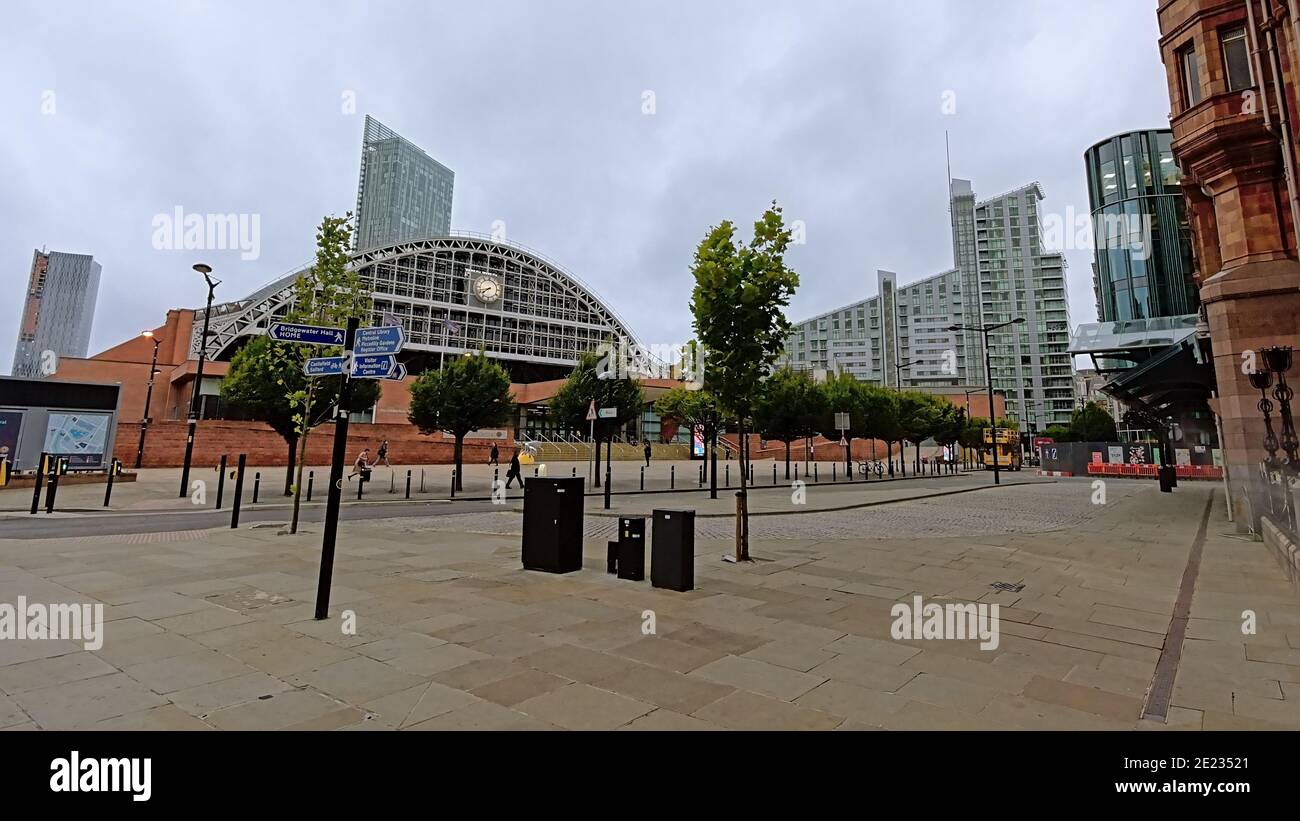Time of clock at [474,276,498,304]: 7:42
